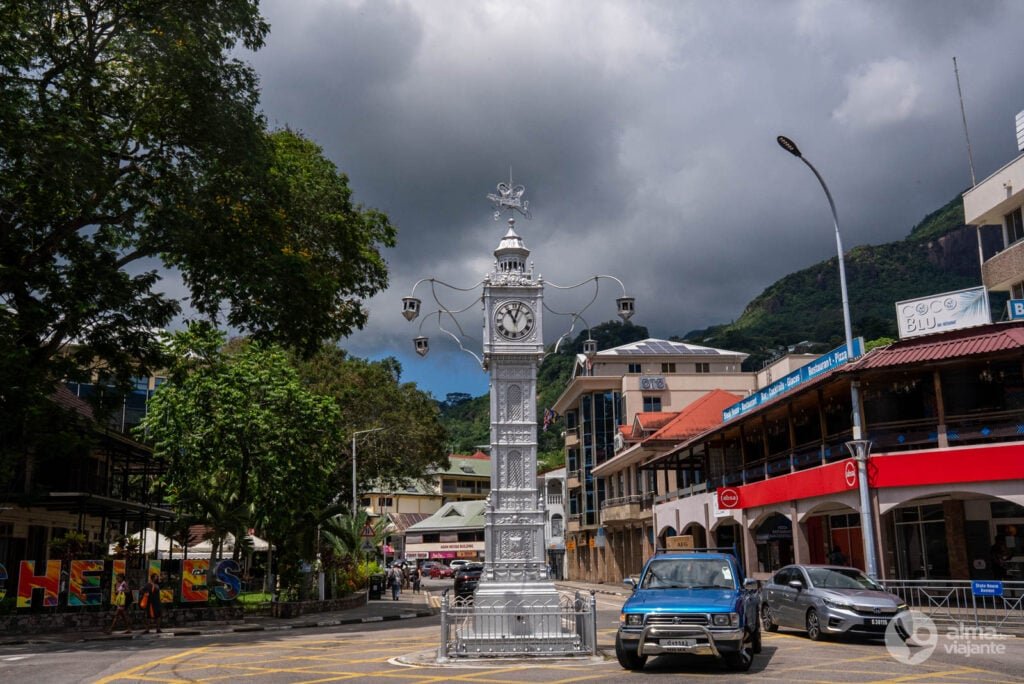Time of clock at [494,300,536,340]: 11:03
